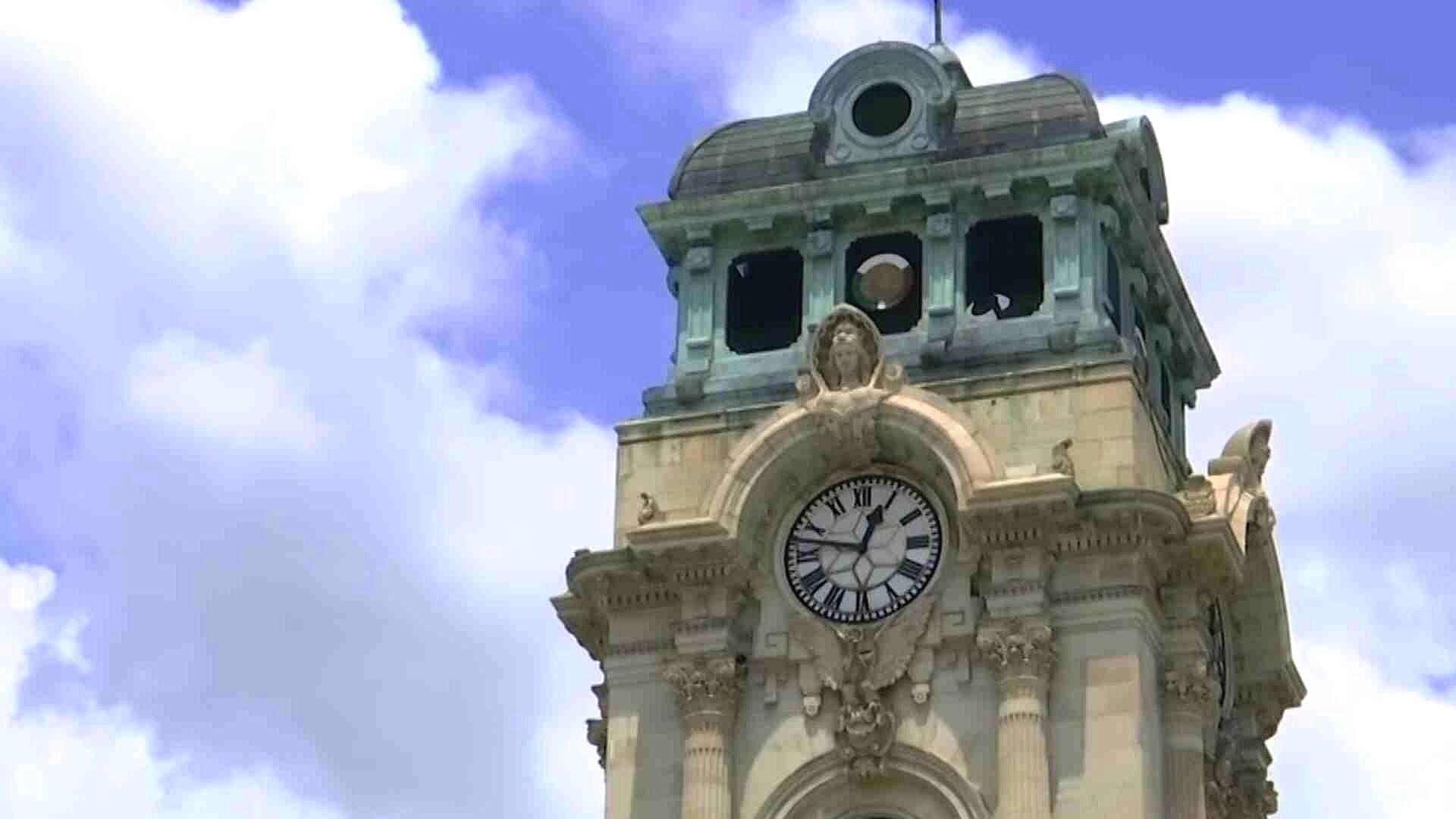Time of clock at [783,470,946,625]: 12:47
